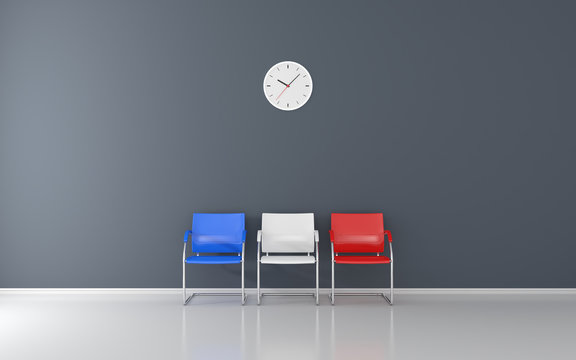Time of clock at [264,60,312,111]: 10:07
